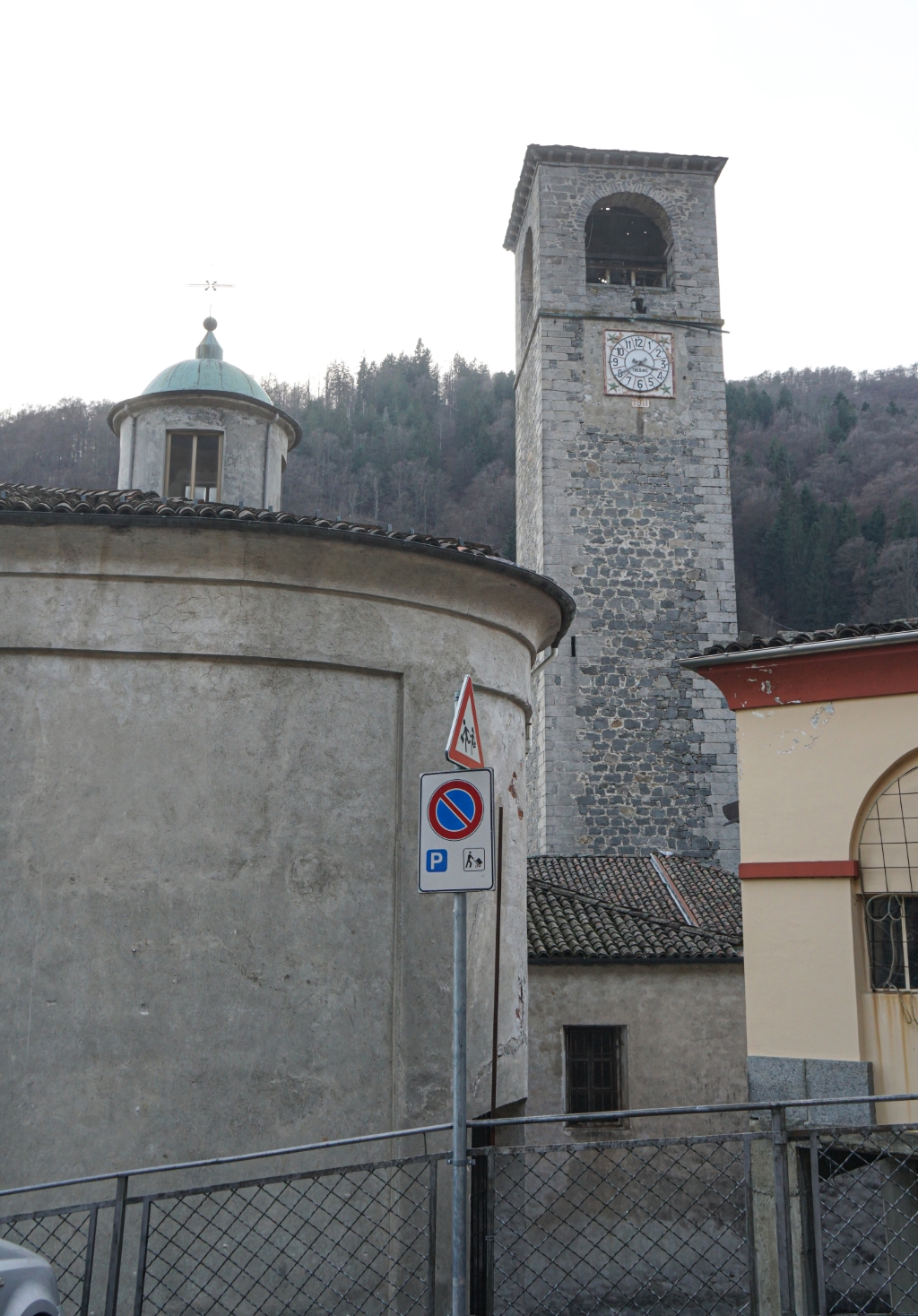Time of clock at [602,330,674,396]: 3:40
